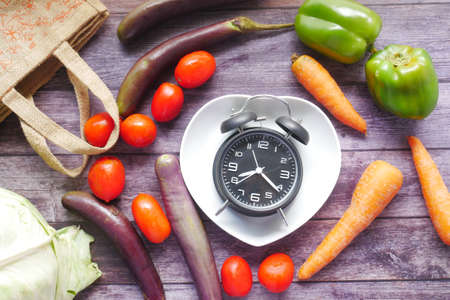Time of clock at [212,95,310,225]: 8:21
